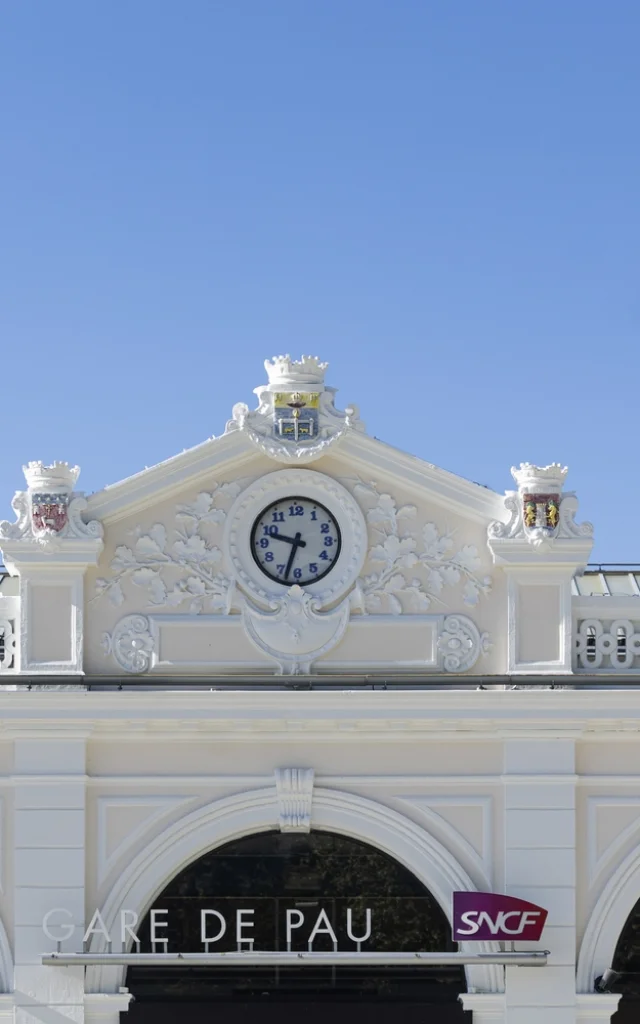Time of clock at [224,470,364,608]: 9:33
